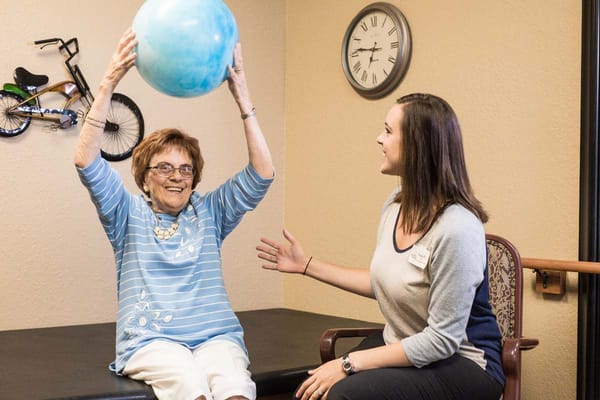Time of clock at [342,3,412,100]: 6:46
